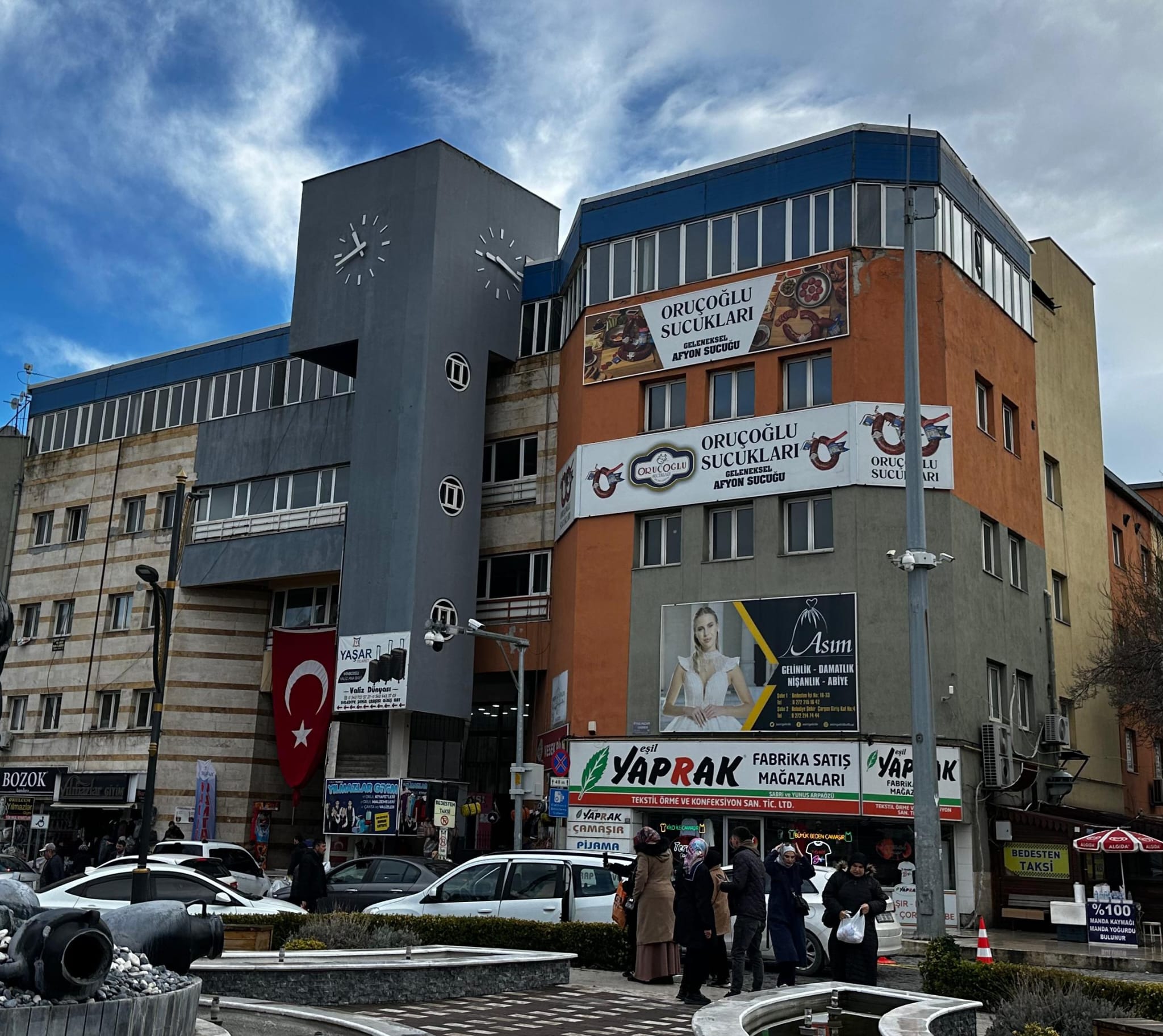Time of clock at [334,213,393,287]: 10:42
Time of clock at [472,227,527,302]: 9:17
